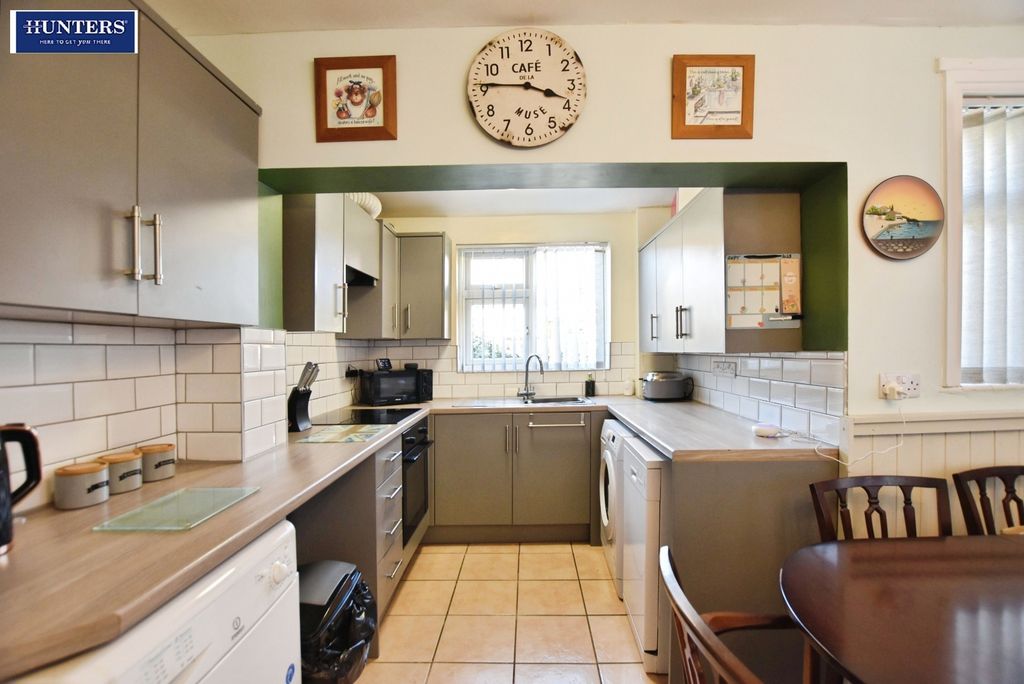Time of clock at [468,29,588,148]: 3:45
